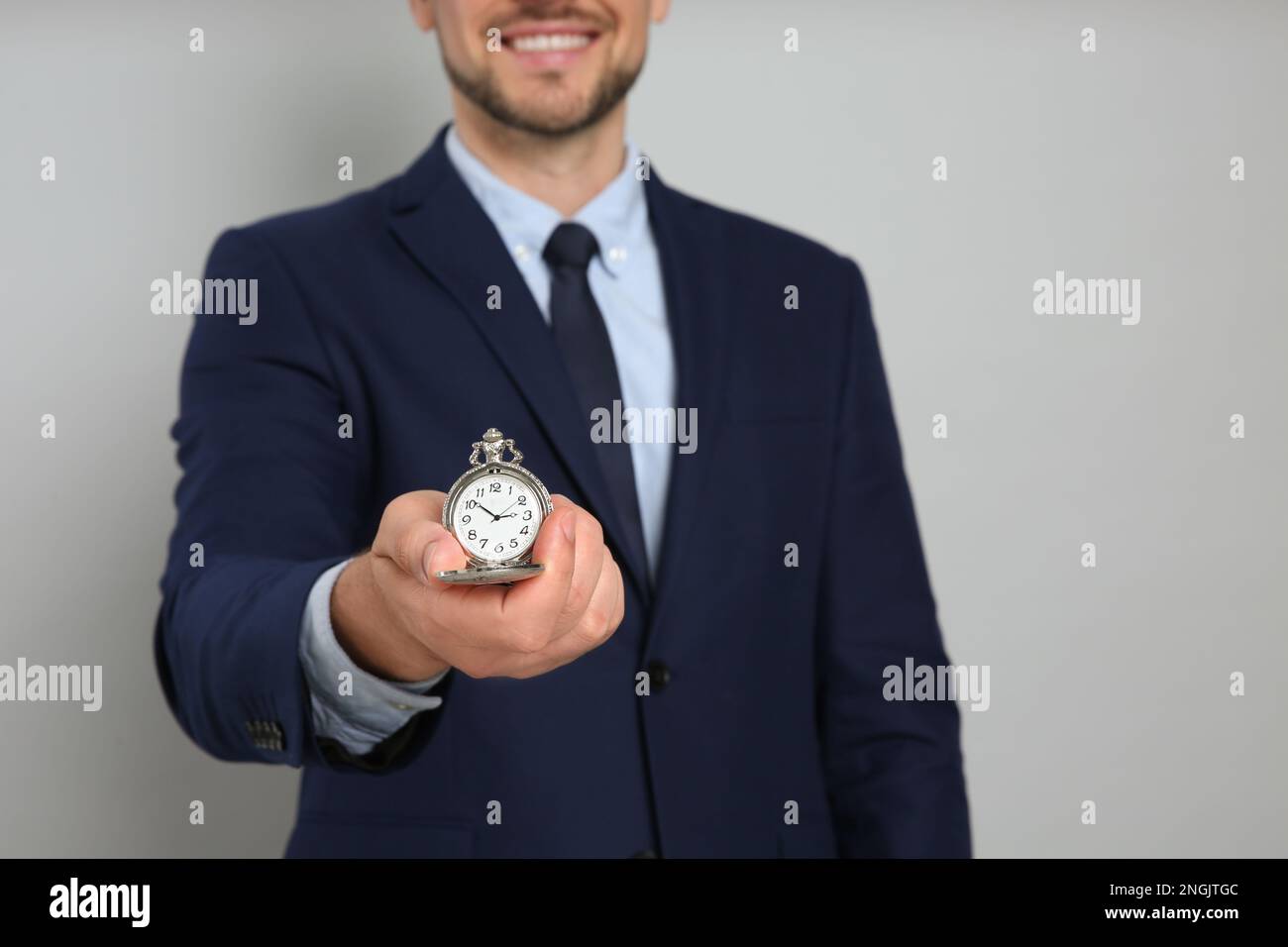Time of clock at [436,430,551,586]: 2:51
